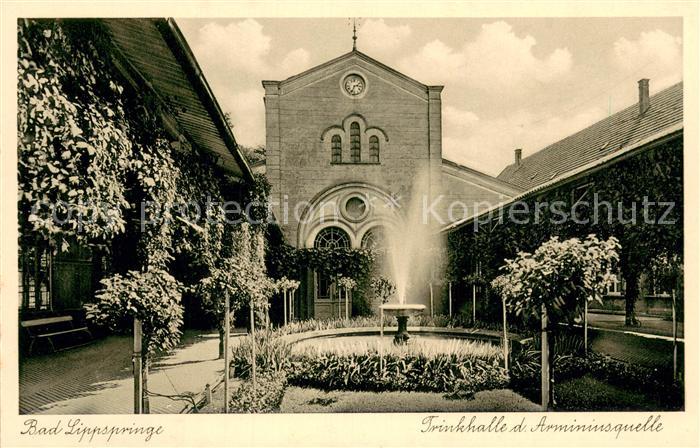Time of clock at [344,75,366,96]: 2:33
